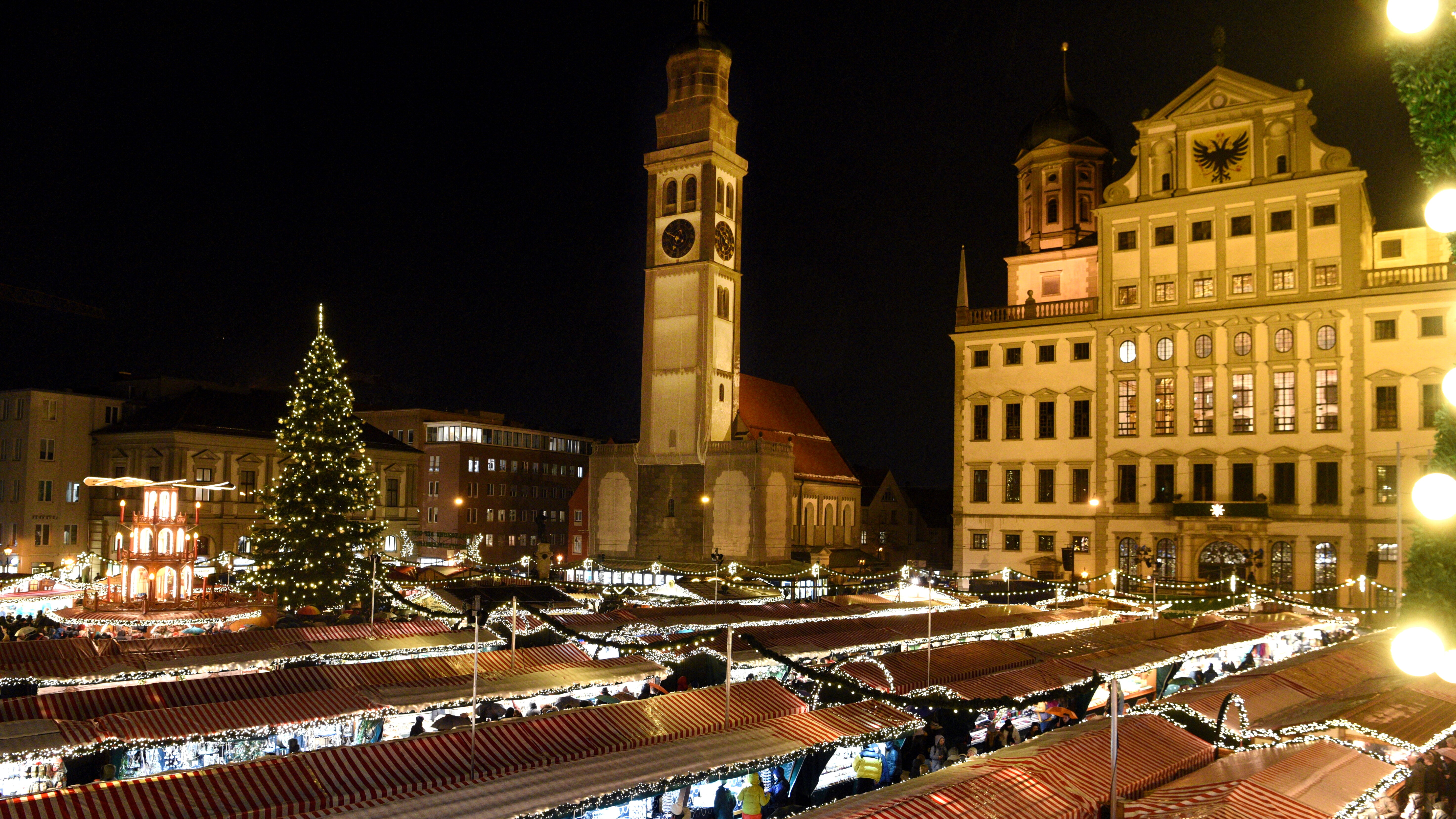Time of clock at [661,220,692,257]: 6:49
